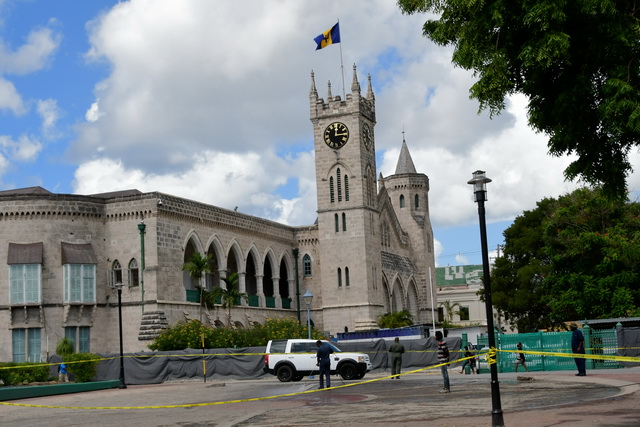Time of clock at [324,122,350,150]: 12:14
